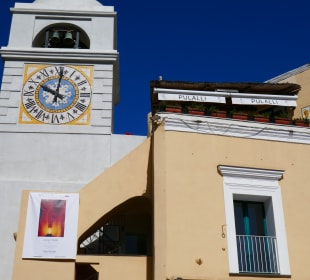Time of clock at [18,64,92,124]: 10:00
